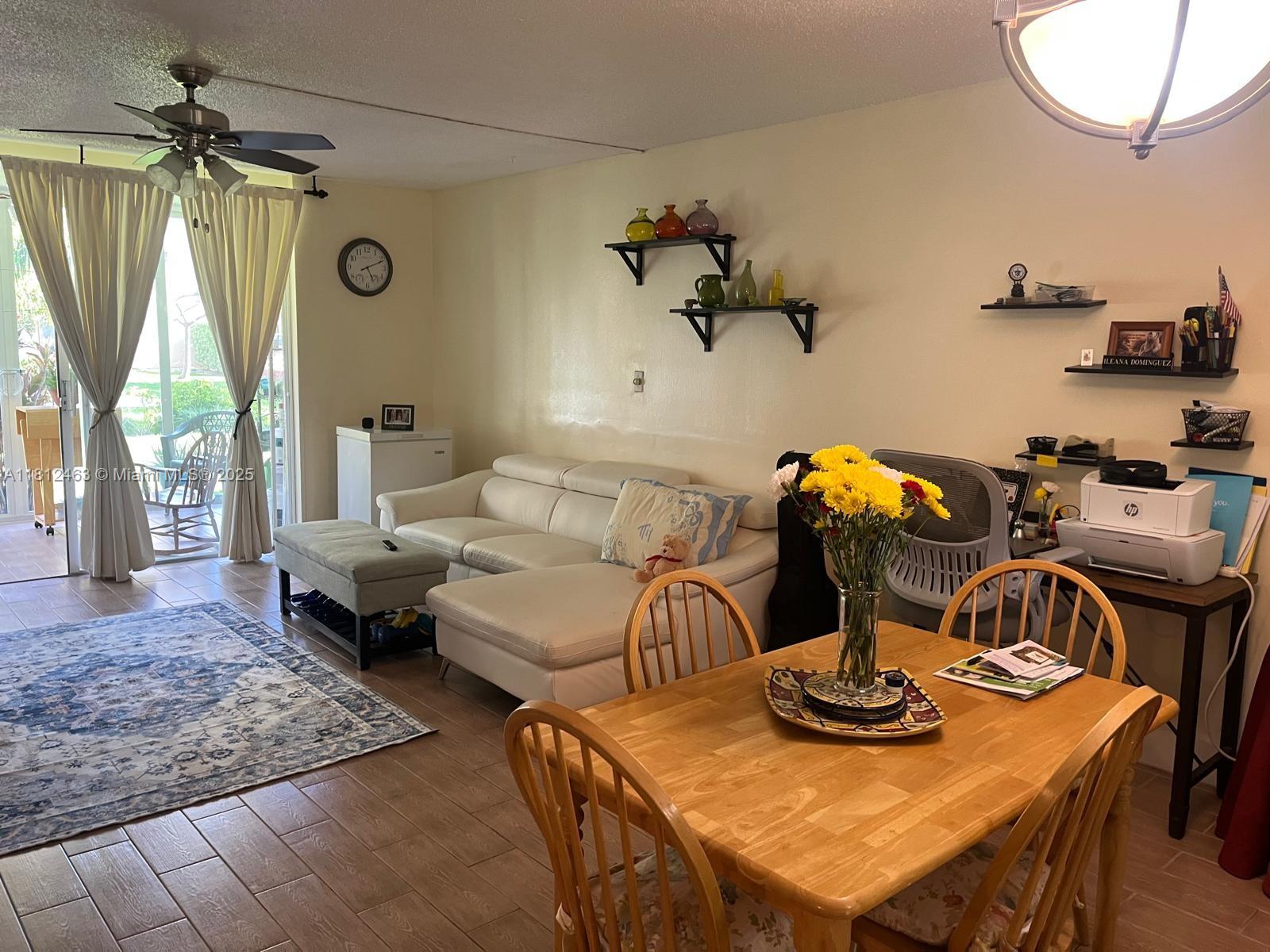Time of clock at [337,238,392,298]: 5:11
